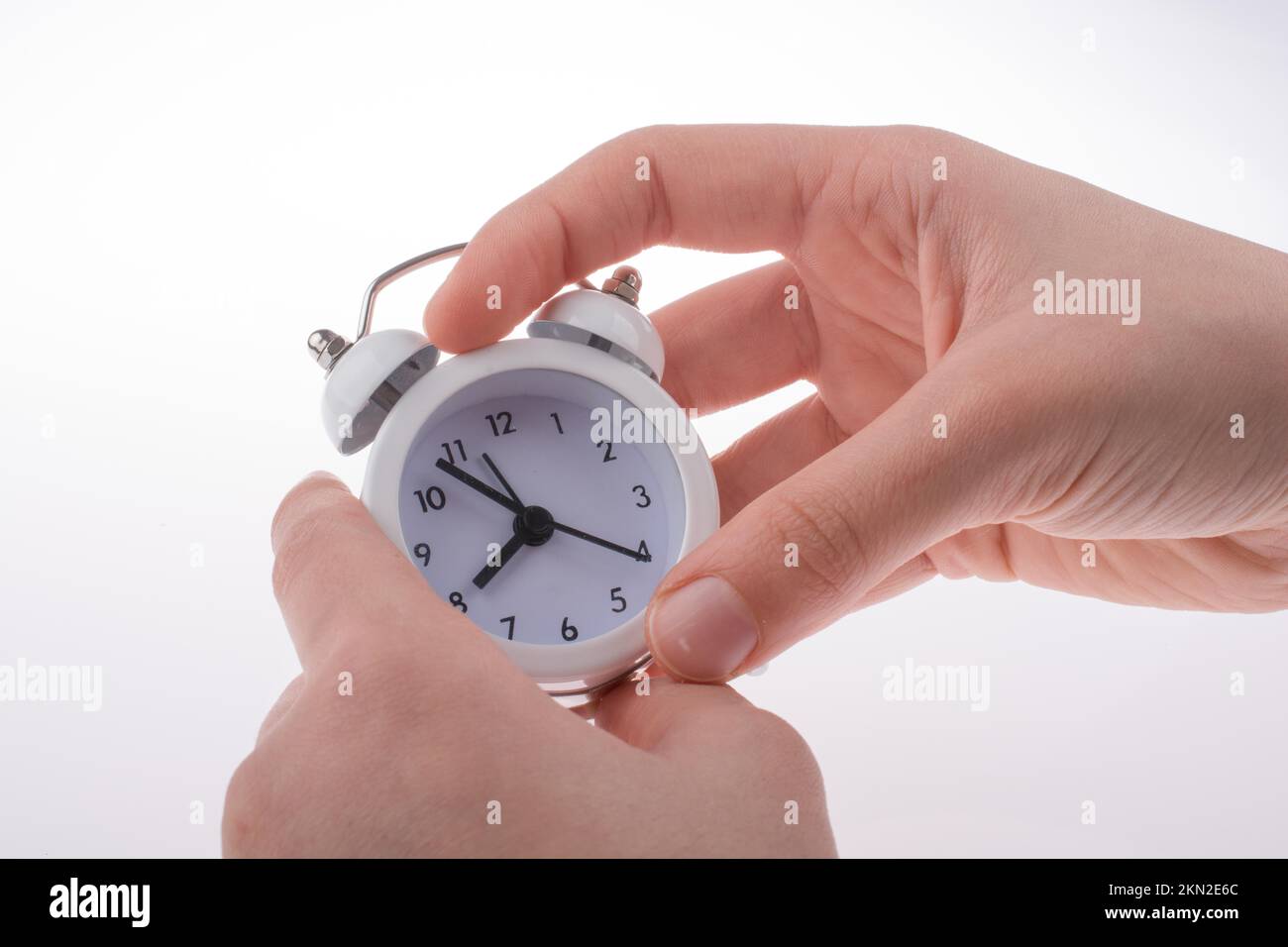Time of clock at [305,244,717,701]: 7:53
